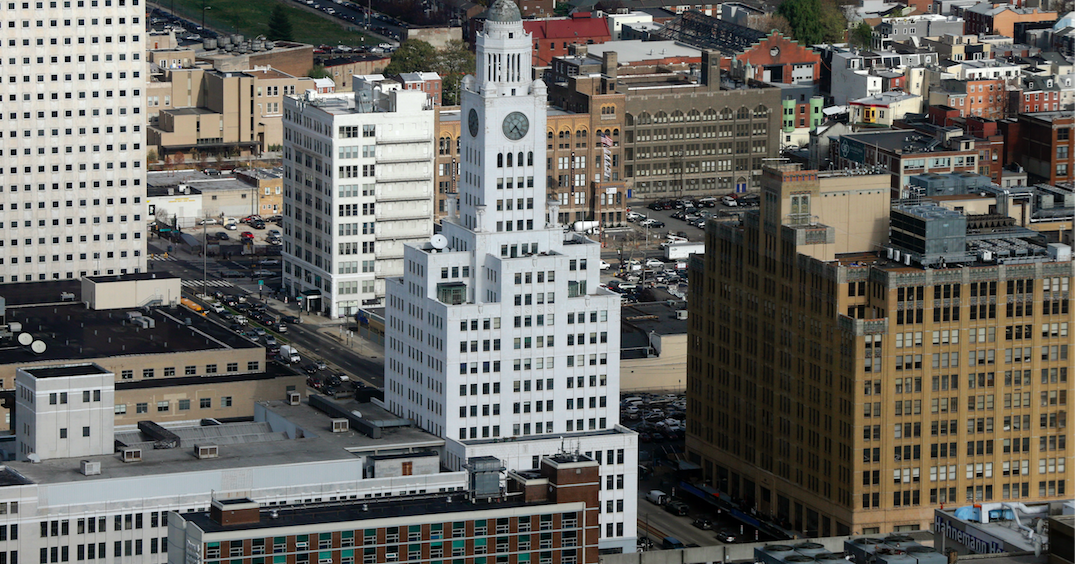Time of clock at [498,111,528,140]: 7:24
